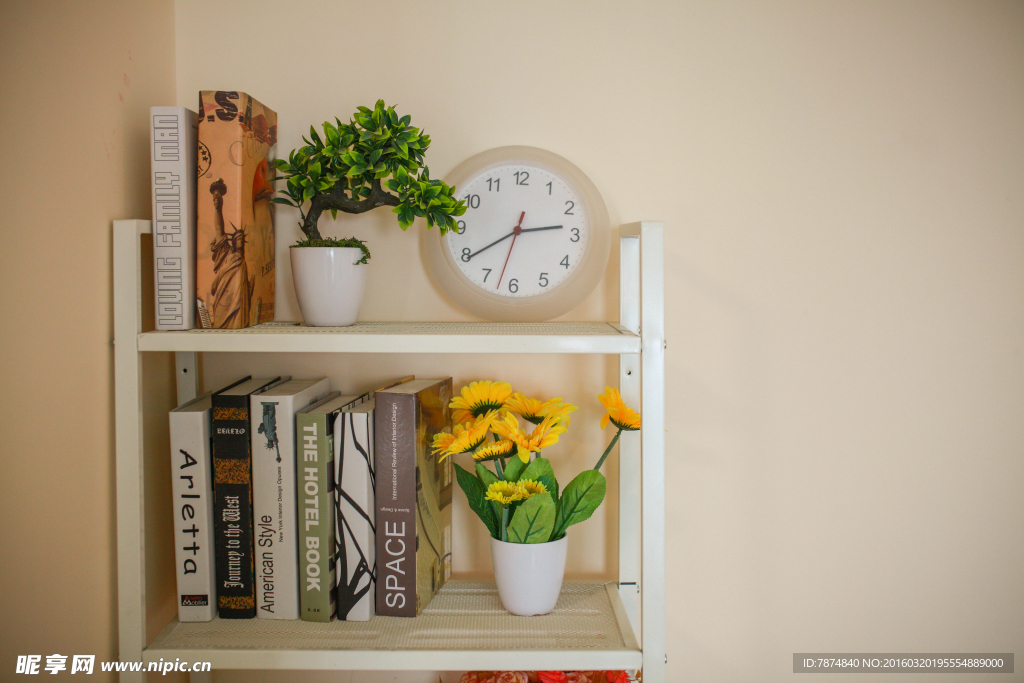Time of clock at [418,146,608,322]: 2:39
